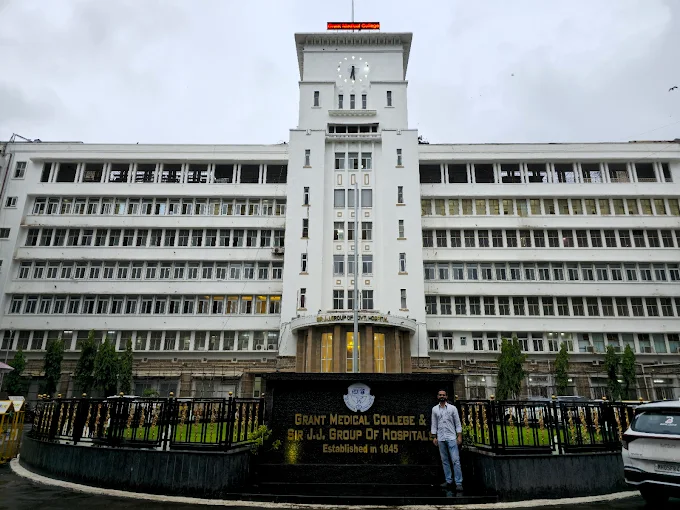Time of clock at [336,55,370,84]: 6:28
